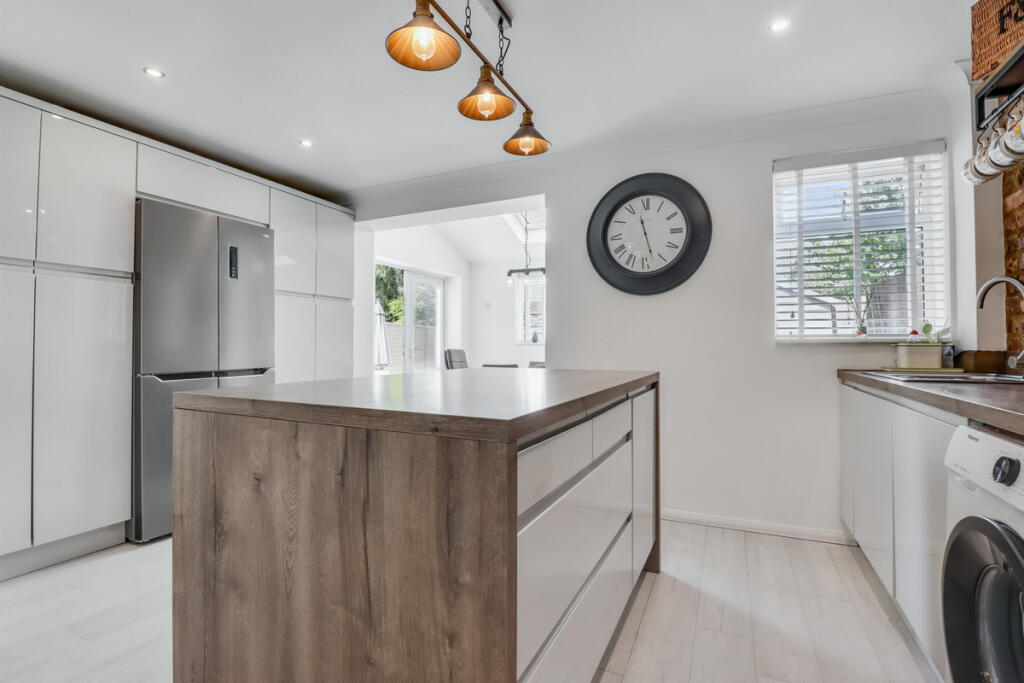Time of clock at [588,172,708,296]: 11:27
